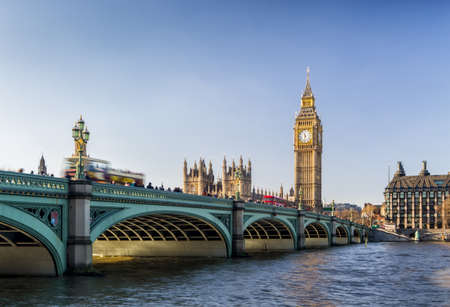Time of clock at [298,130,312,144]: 11:32
